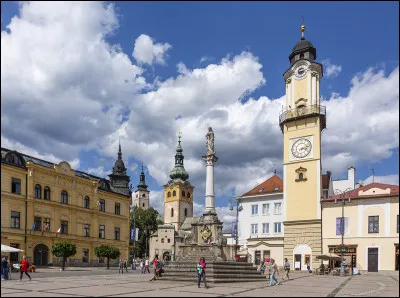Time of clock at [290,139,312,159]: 3:12
